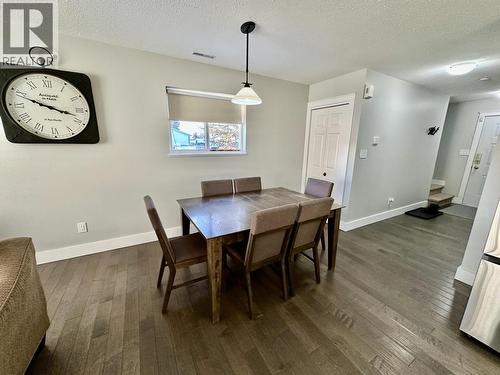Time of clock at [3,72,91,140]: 3:48
